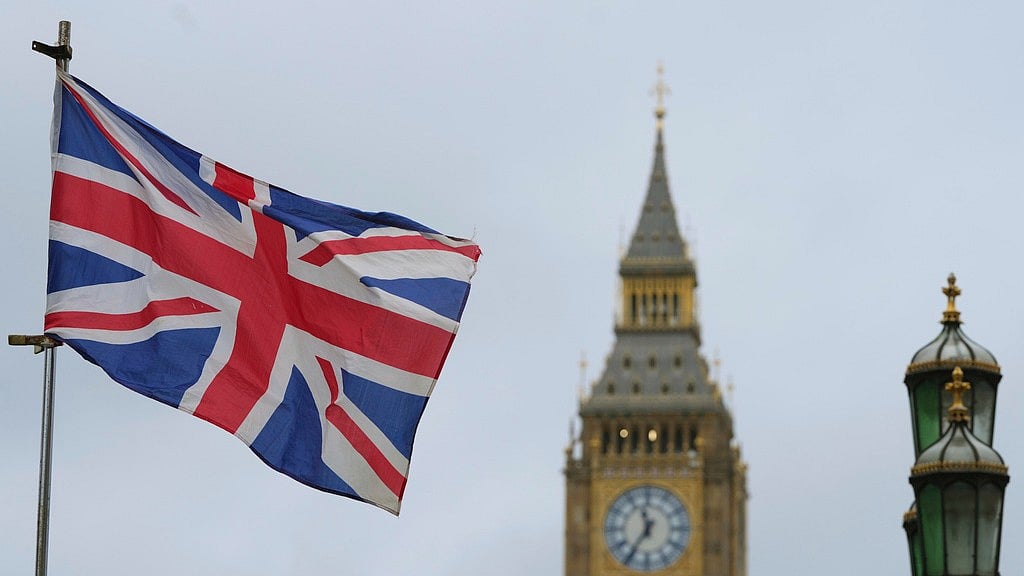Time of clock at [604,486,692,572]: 11:35
